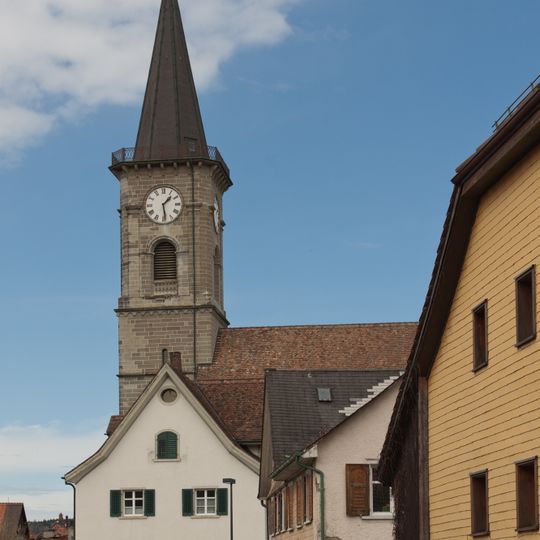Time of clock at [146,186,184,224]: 1:28
